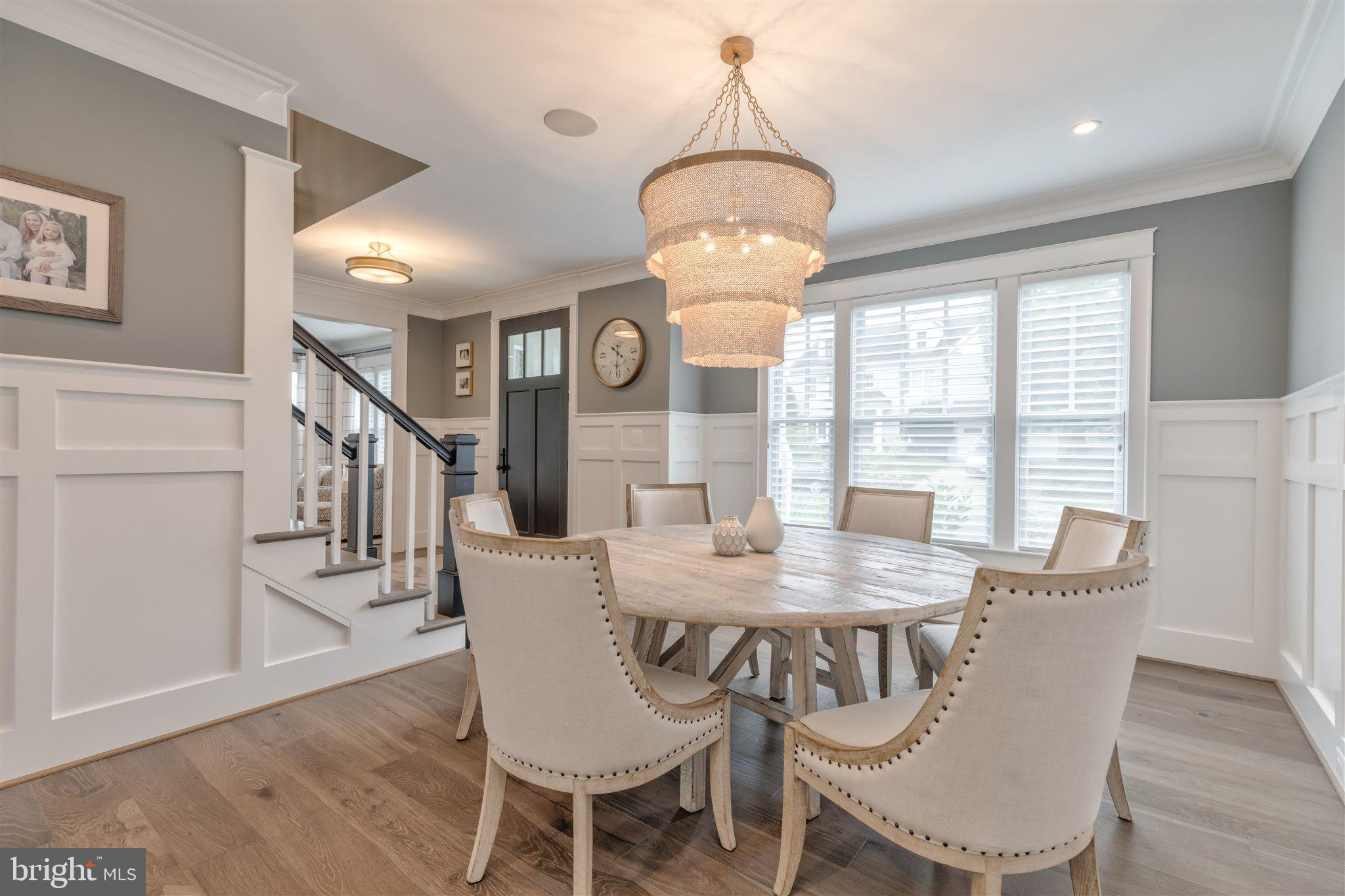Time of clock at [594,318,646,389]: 10:31
